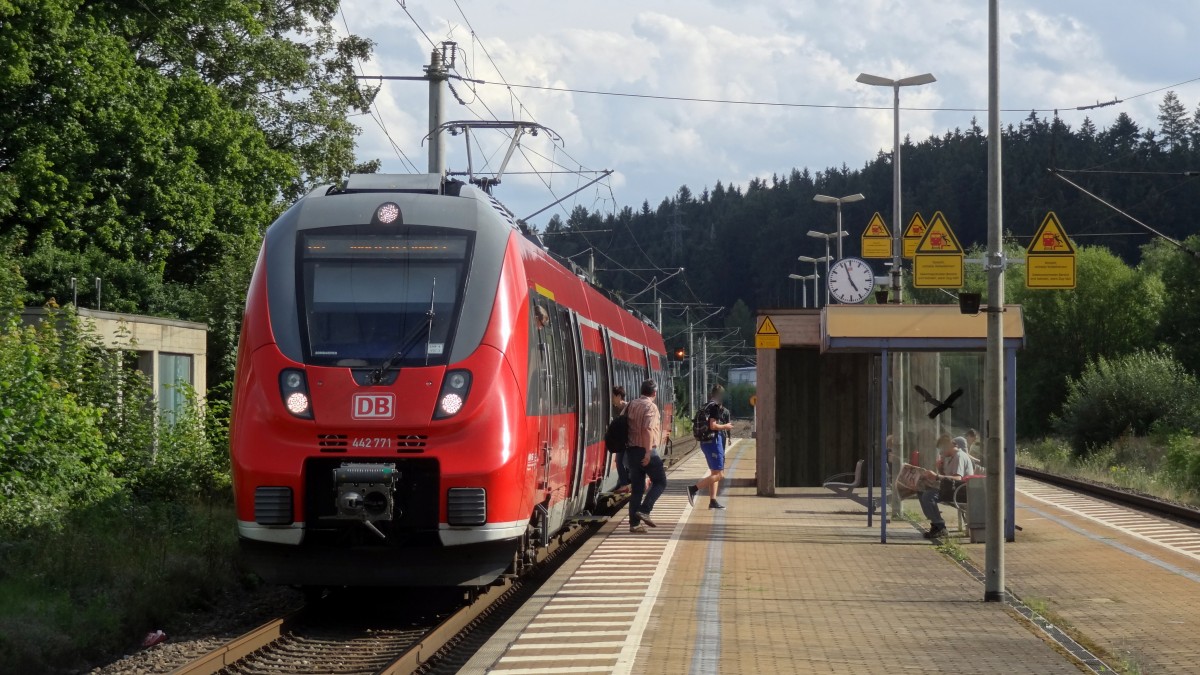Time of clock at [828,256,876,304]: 4:57
